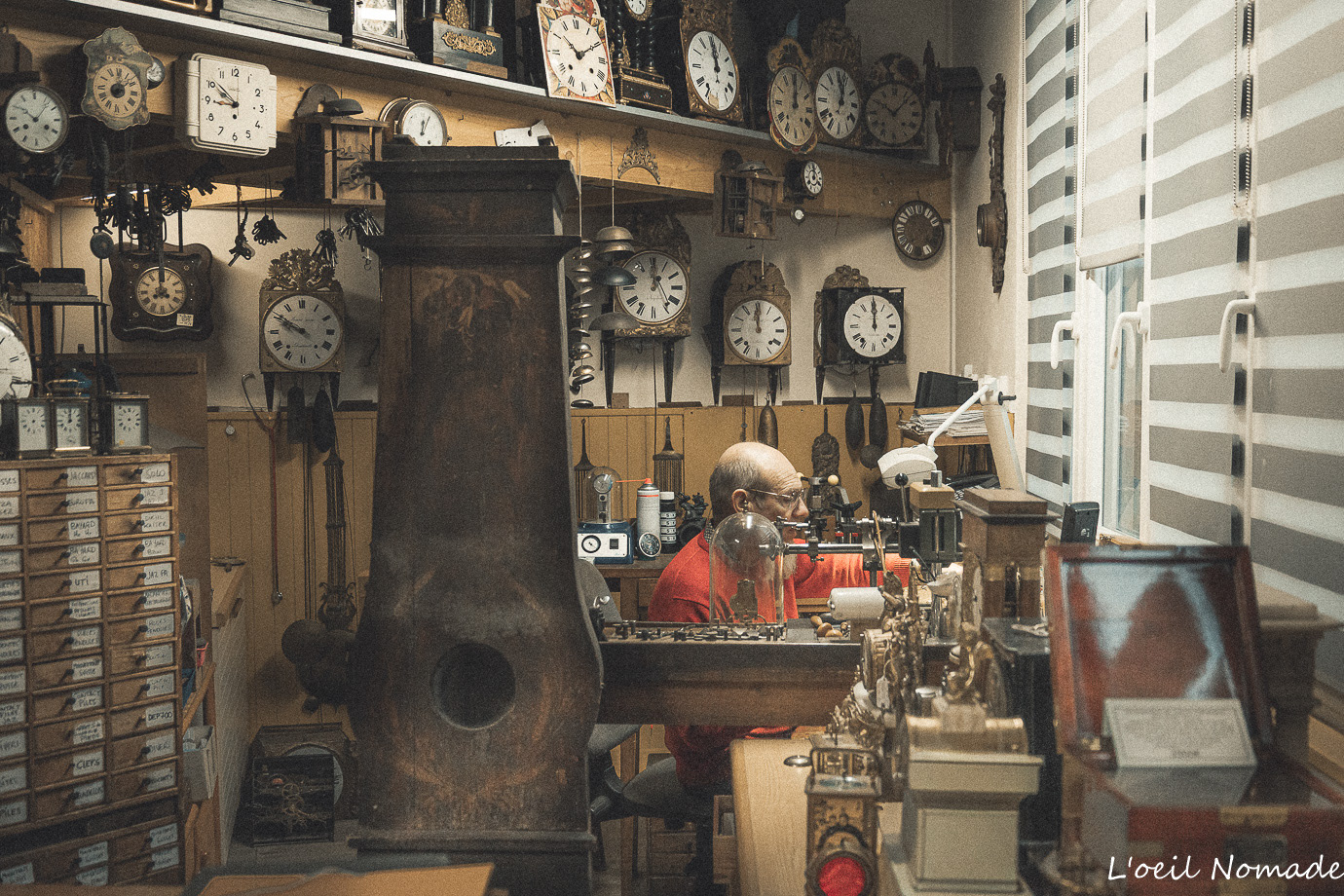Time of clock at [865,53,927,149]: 10:07
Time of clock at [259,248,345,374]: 9:50
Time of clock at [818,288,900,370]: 12:00
